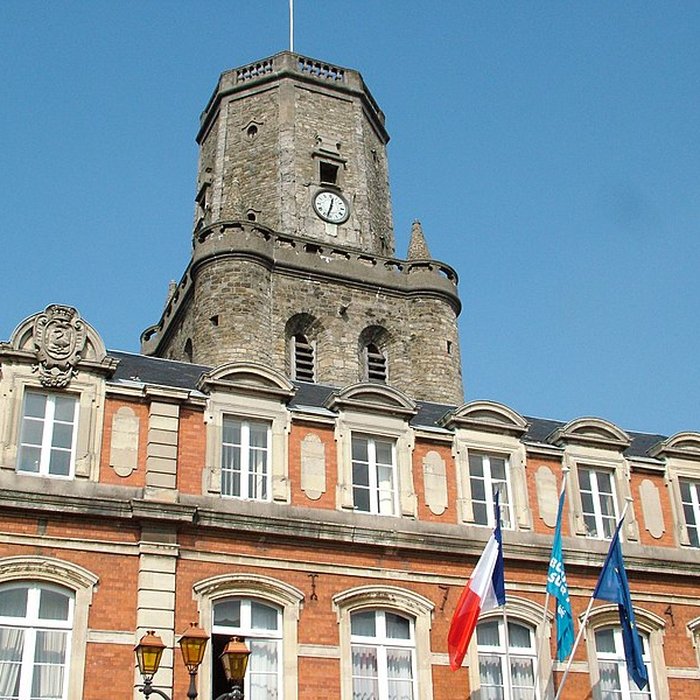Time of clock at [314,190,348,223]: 12:32
